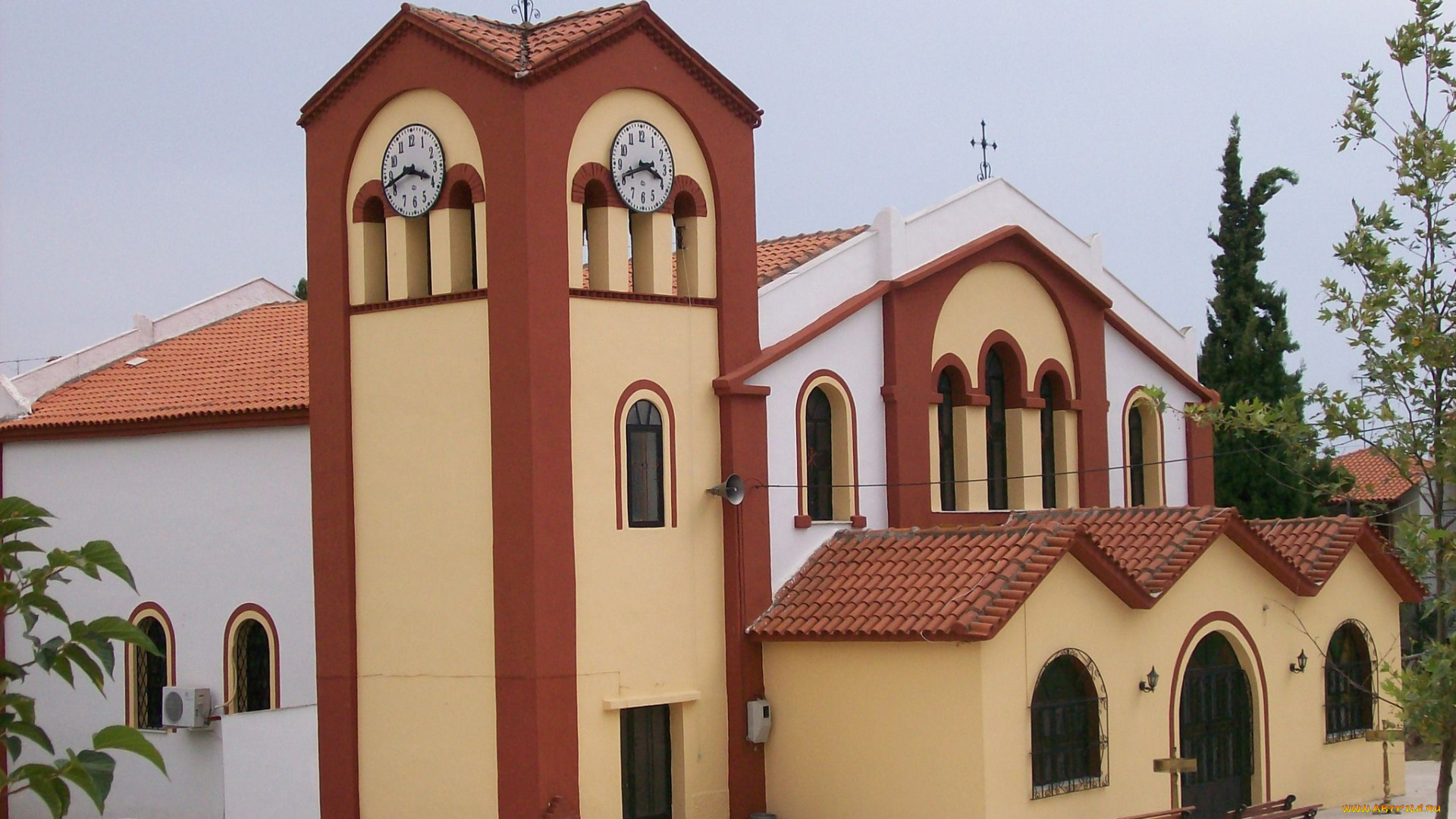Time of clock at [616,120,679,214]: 3:41
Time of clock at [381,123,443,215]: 3:42
